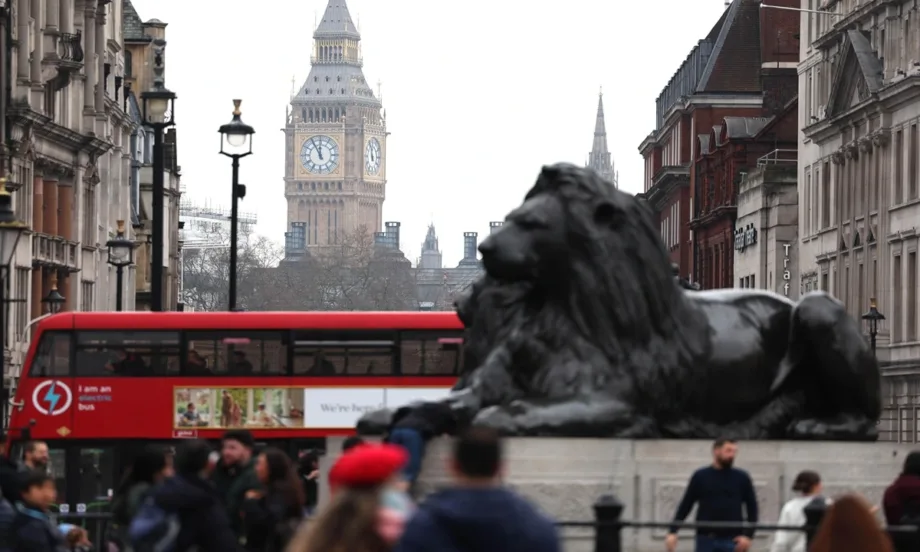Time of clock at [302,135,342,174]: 11:55
